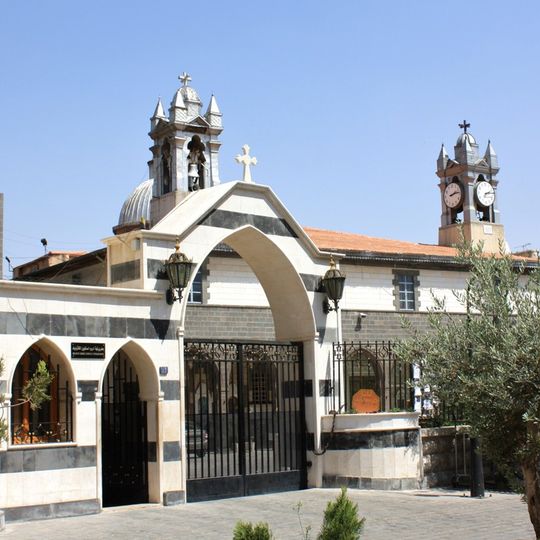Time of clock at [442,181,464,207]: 2:13
